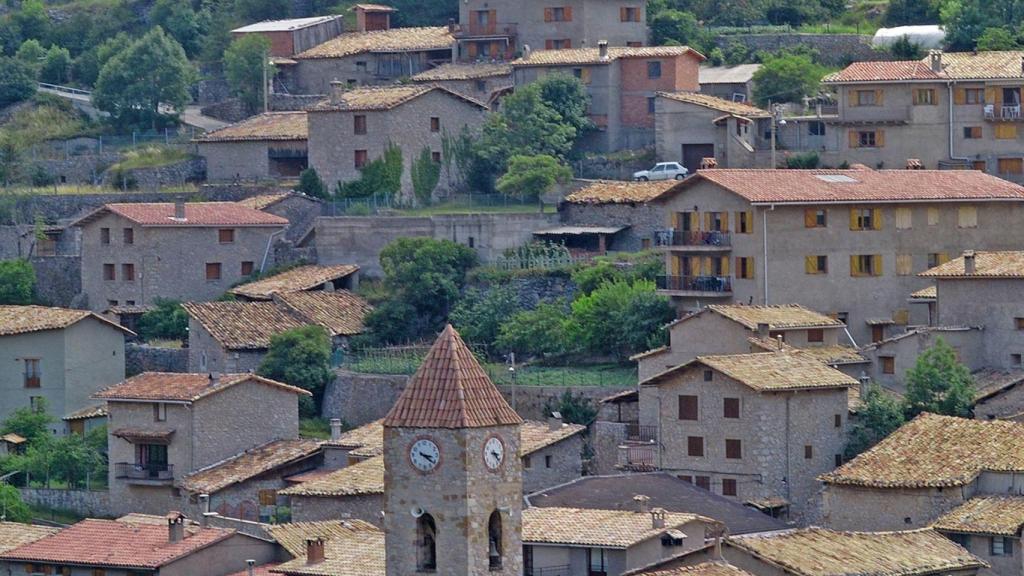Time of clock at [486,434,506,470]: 3:22
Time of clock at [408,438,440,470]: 3:21
